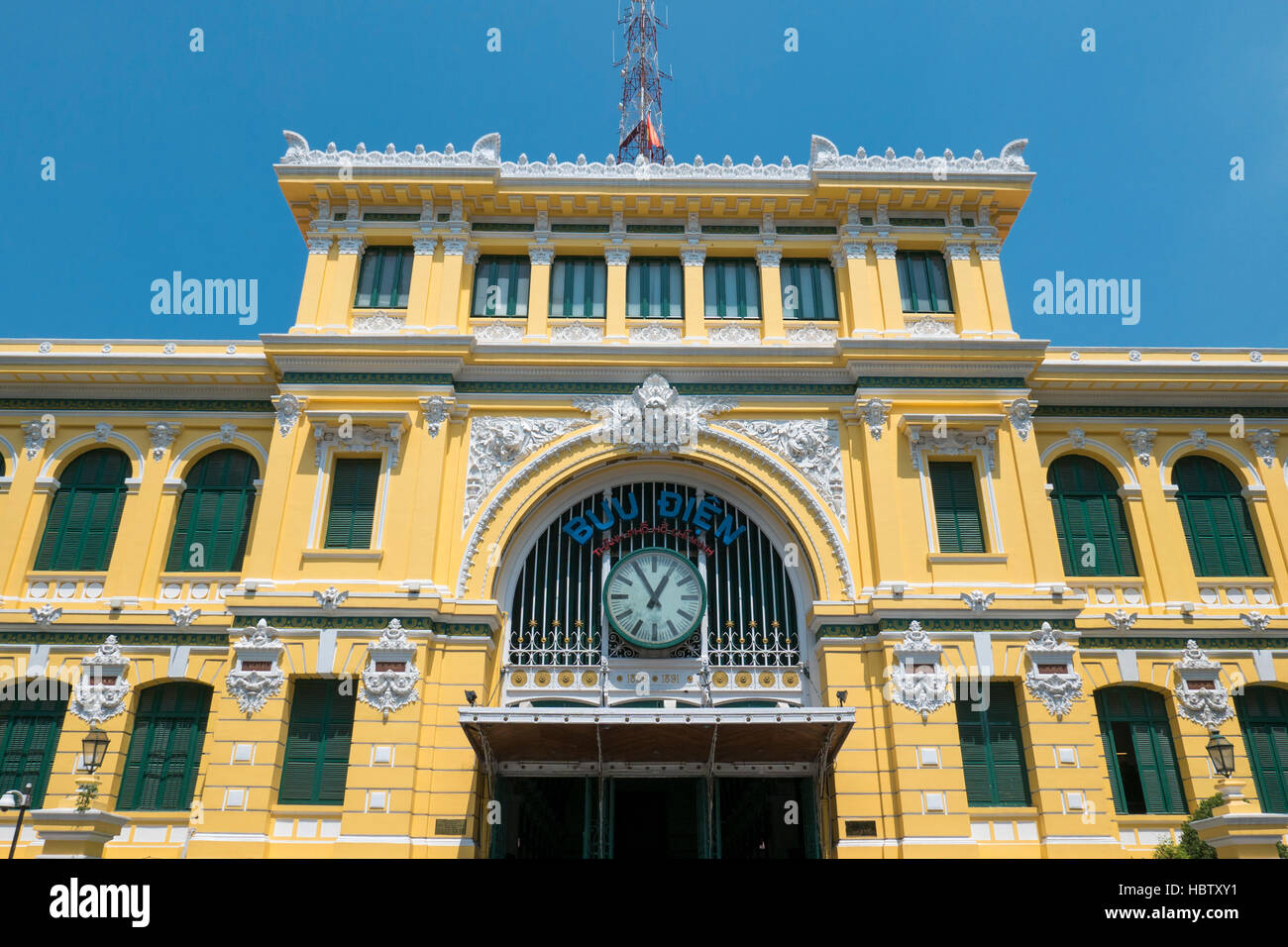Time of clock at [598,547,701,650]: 12:55
